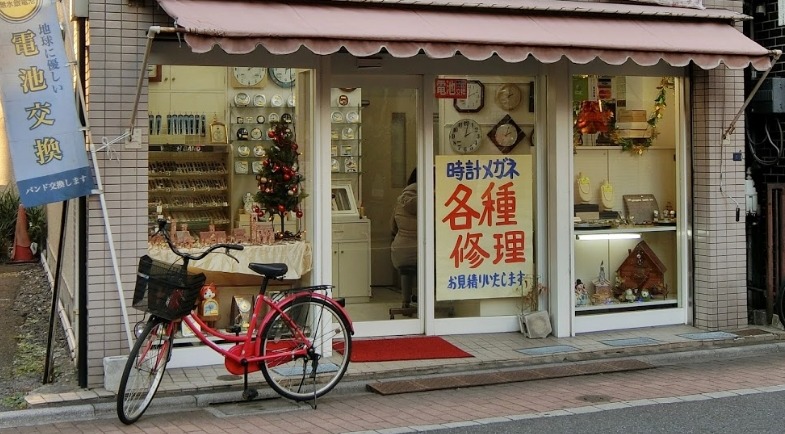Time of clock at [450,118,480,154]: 2:01
